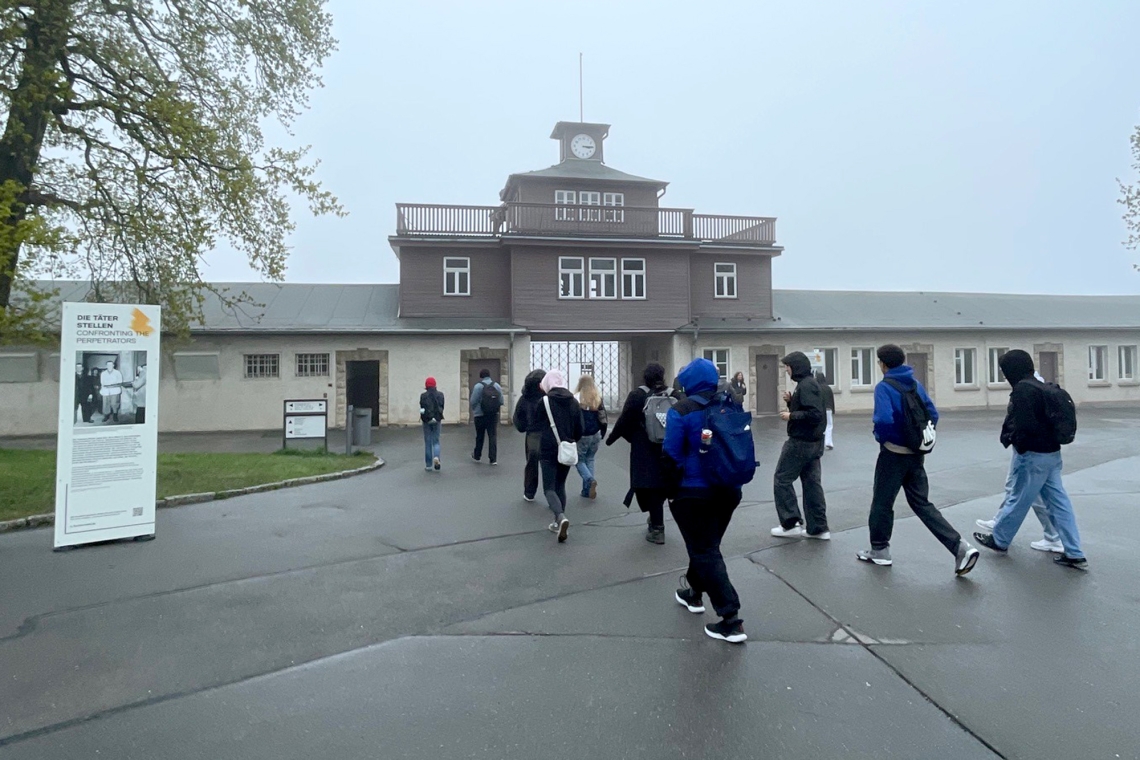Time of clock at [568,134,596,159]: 3:14
